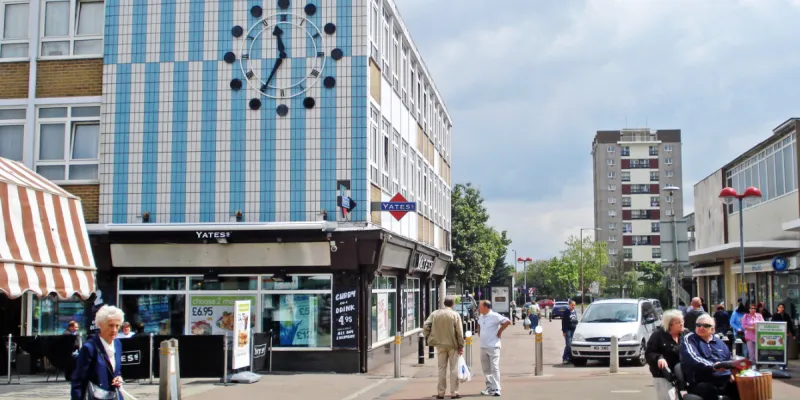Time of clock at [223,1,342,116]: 11:35
